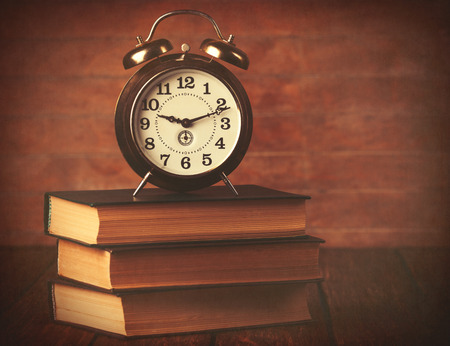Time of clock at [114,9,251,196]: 9:11
